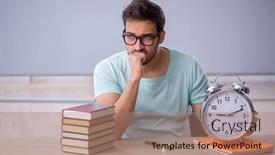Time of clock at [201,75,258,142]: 9:11
